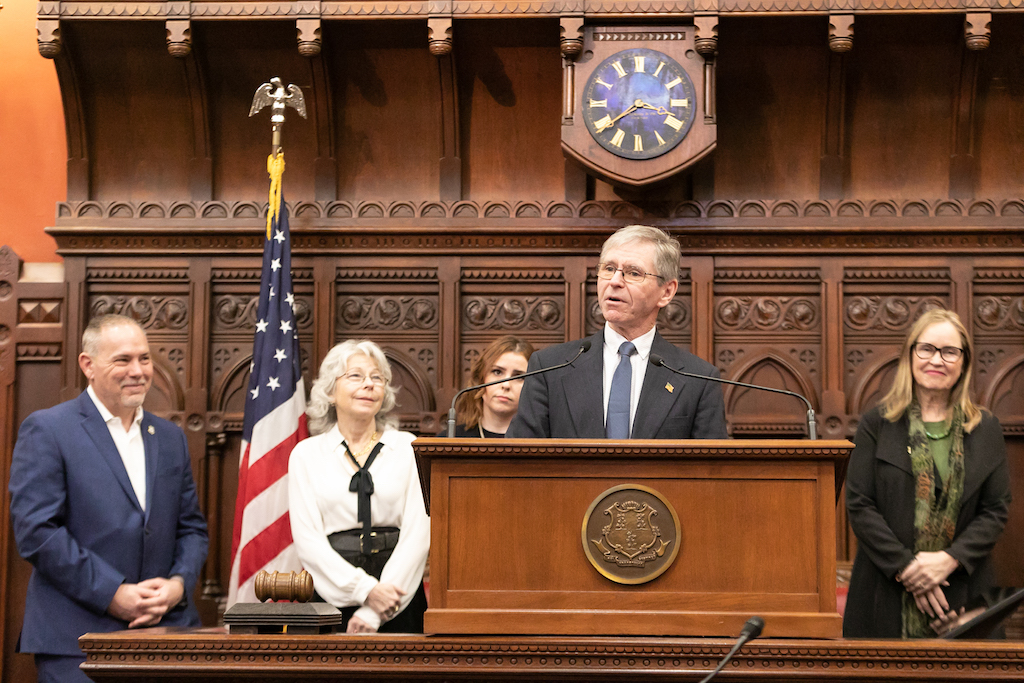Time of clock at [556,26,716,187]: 3:38
